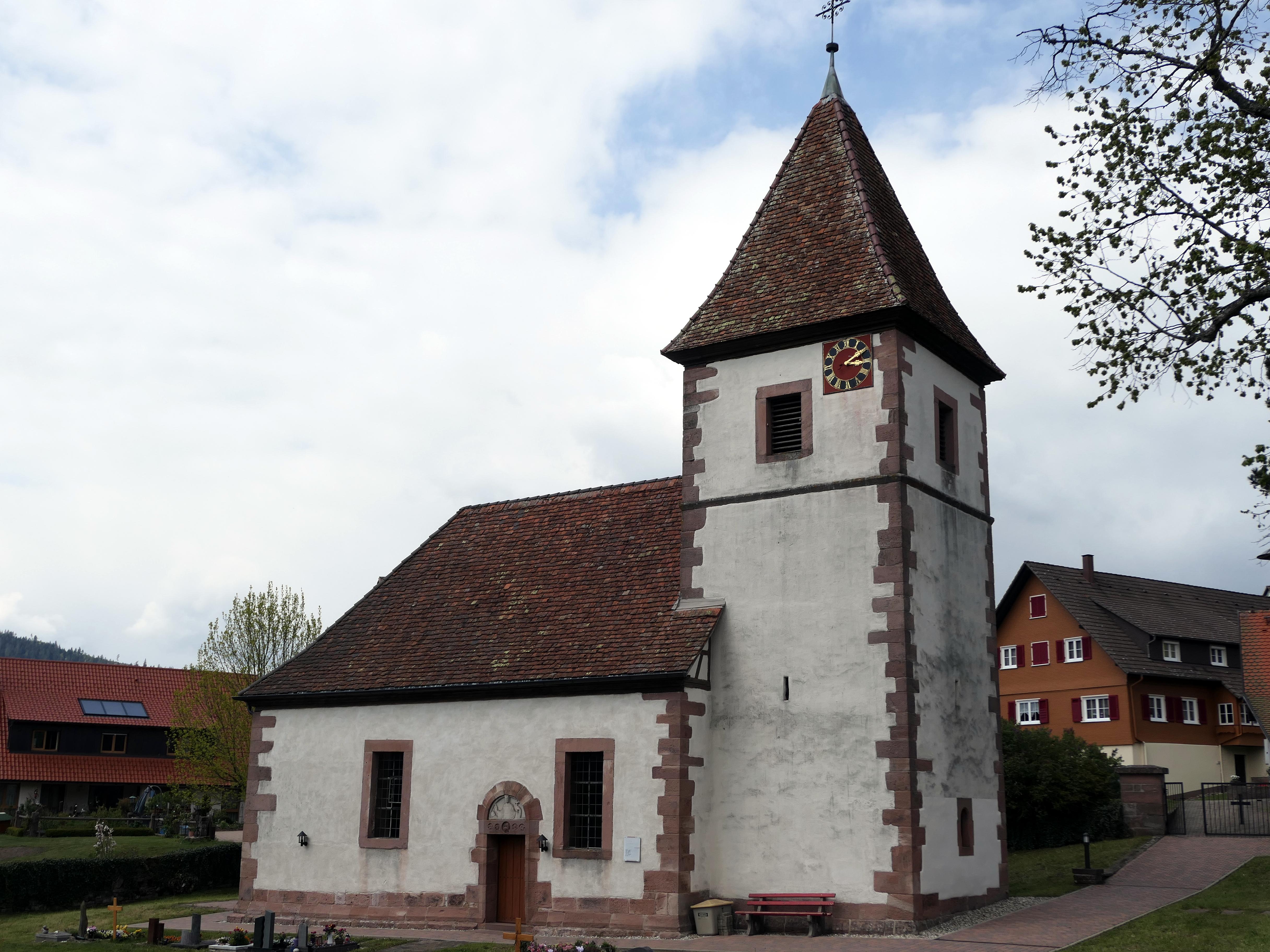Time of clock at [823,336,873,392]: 3:09
